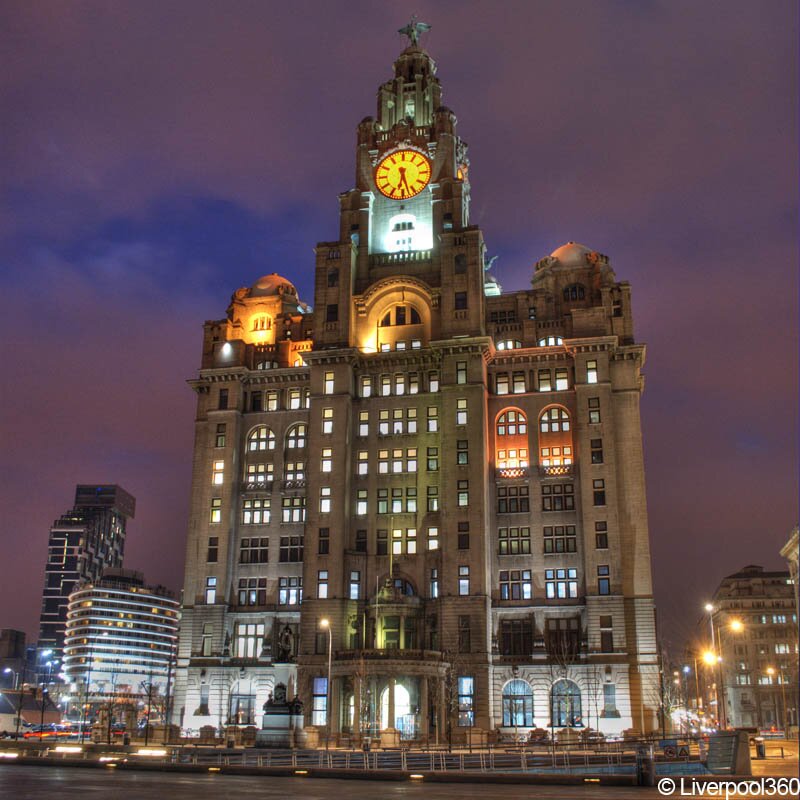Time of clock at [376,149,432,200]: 6:27
